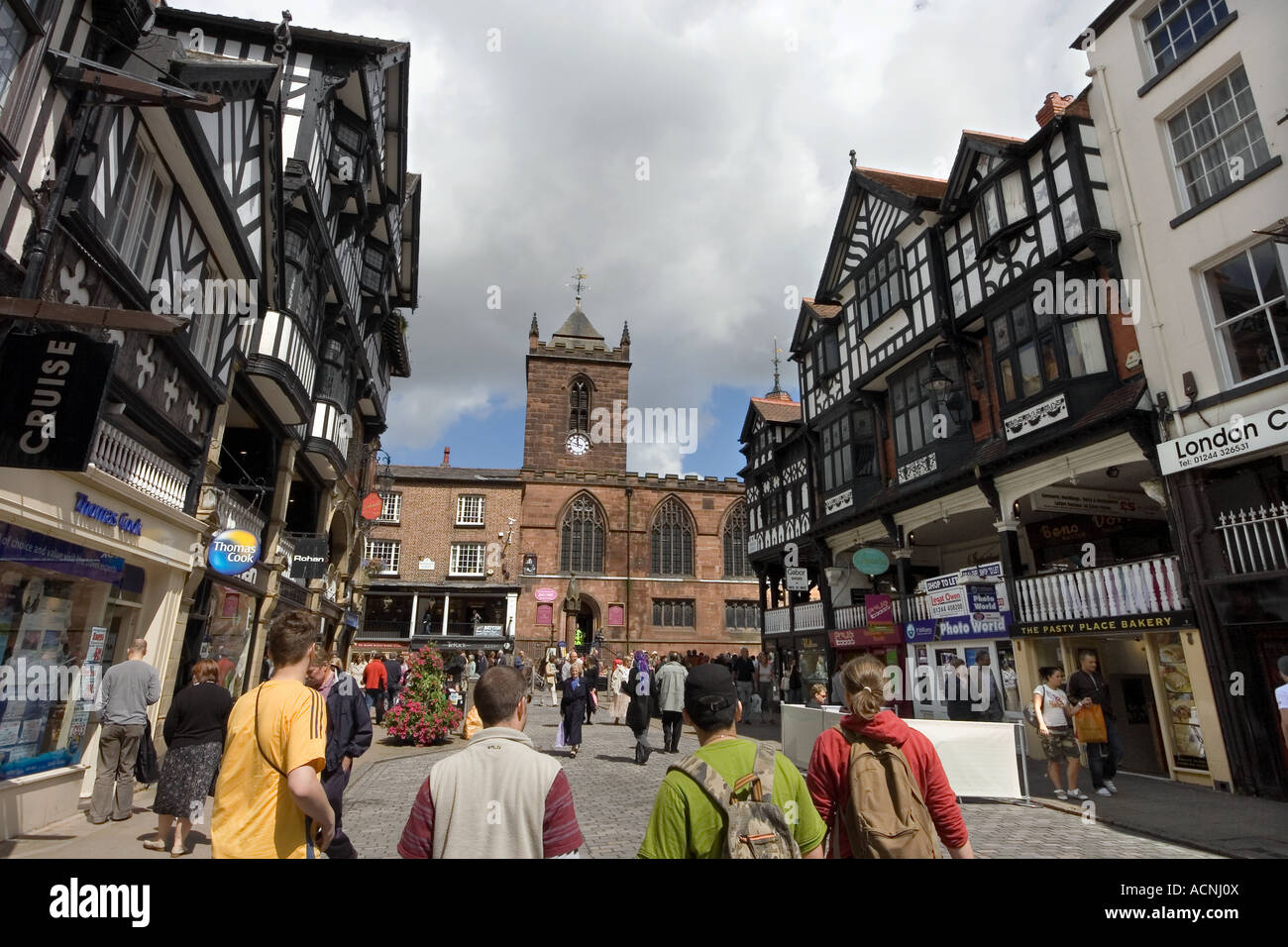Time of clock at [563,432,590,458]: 11:47
